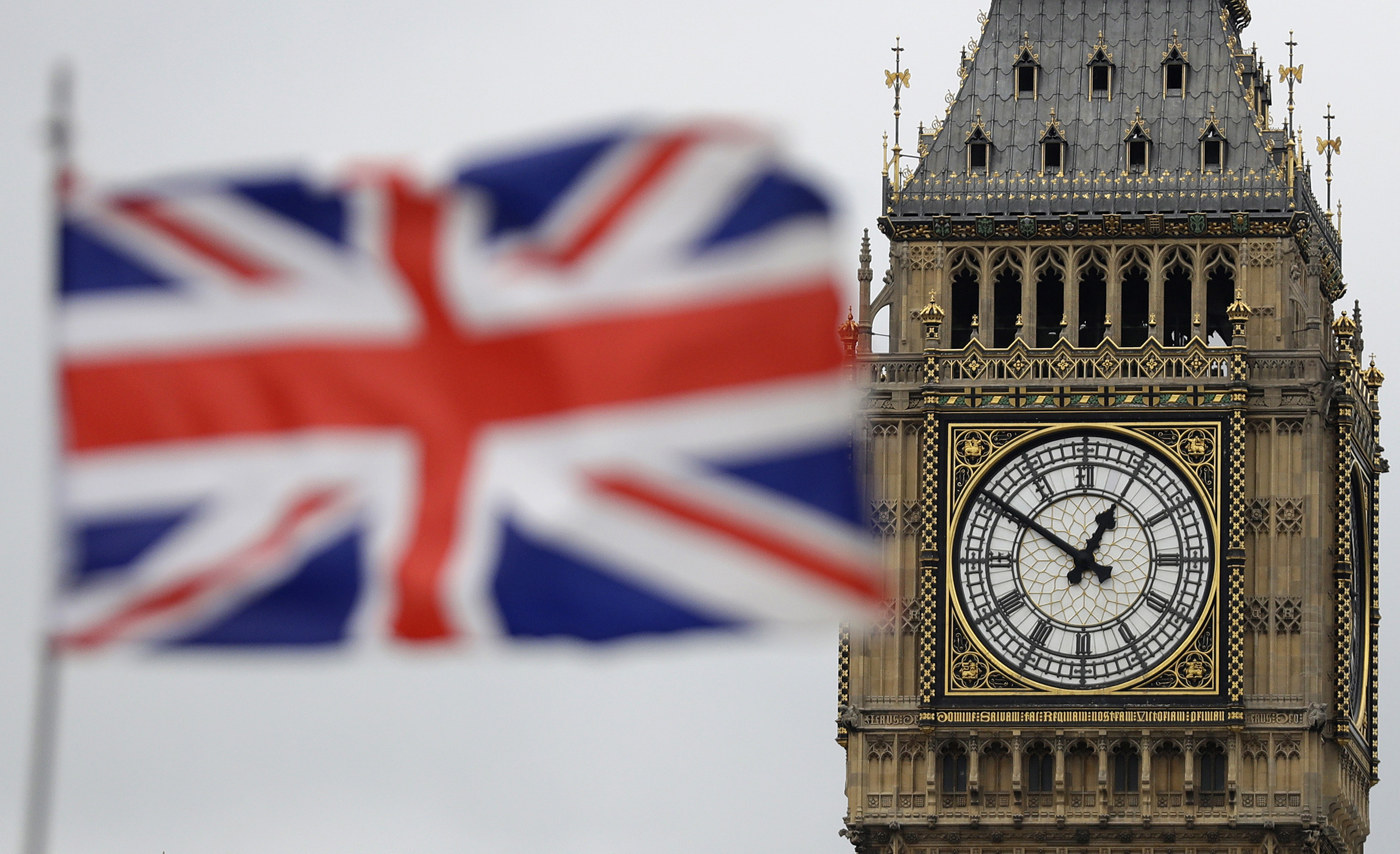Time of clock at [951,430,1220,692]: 12:50
